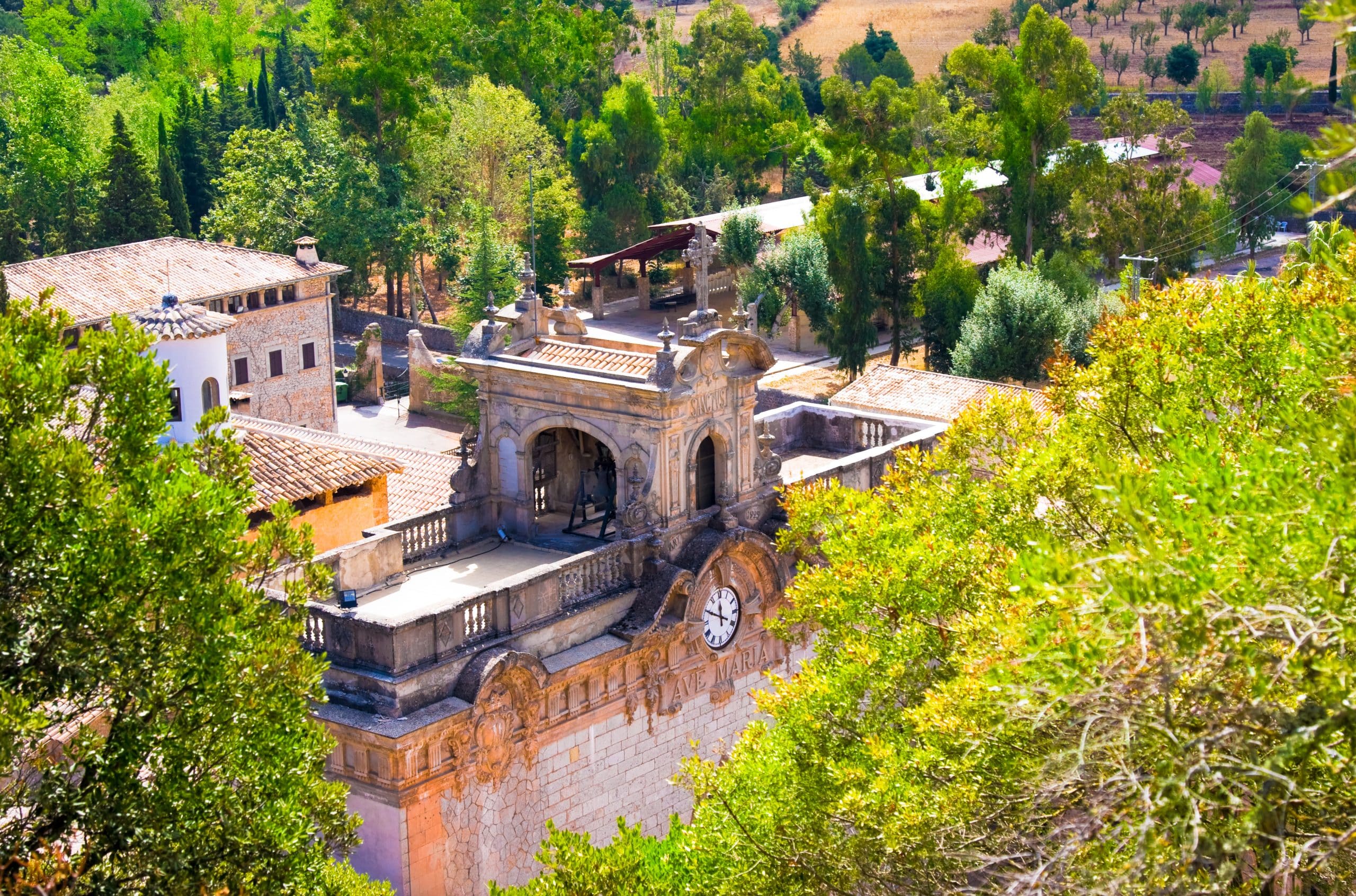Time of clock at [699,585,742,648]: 11:49
